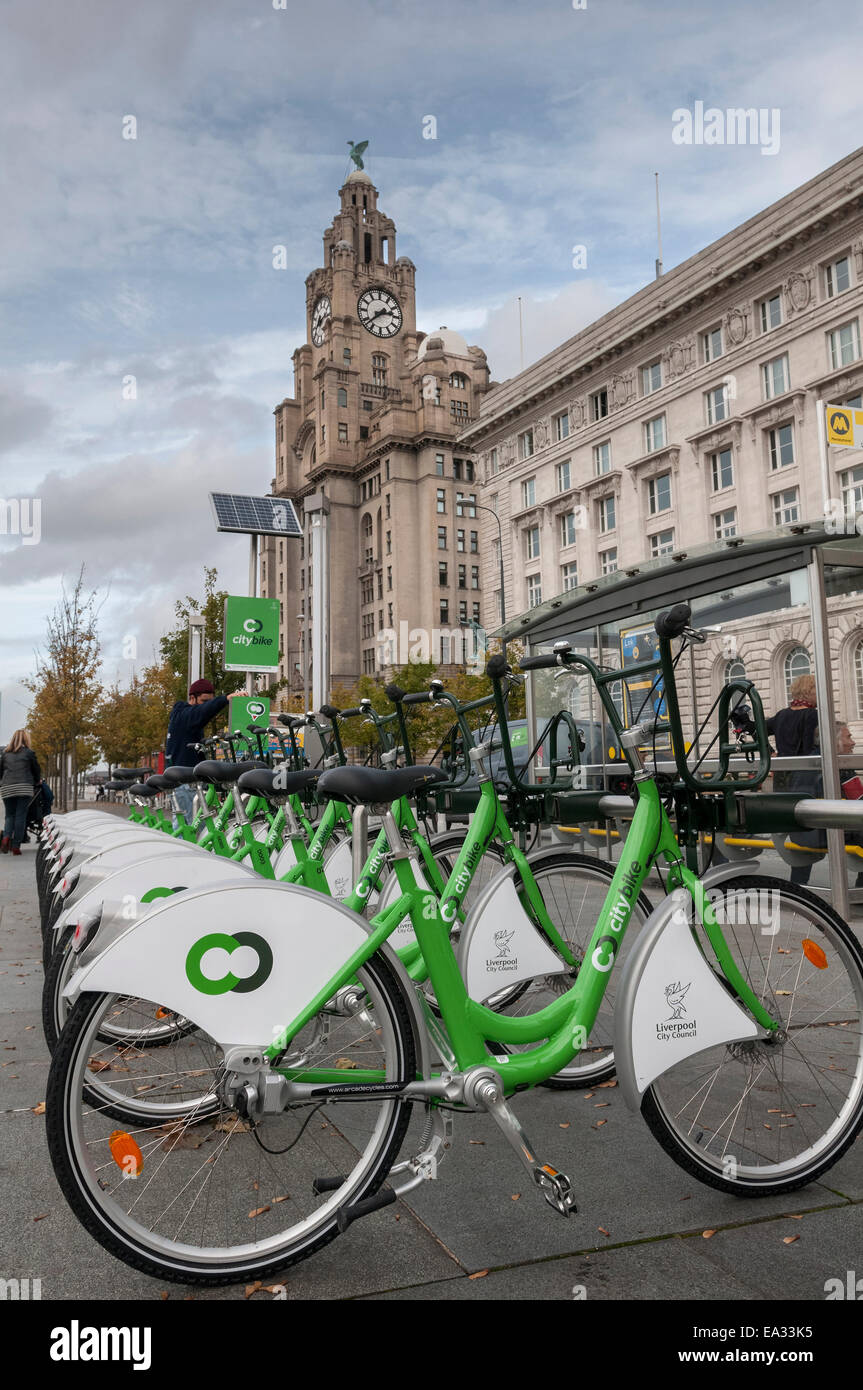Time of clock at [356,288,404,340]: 2:38
